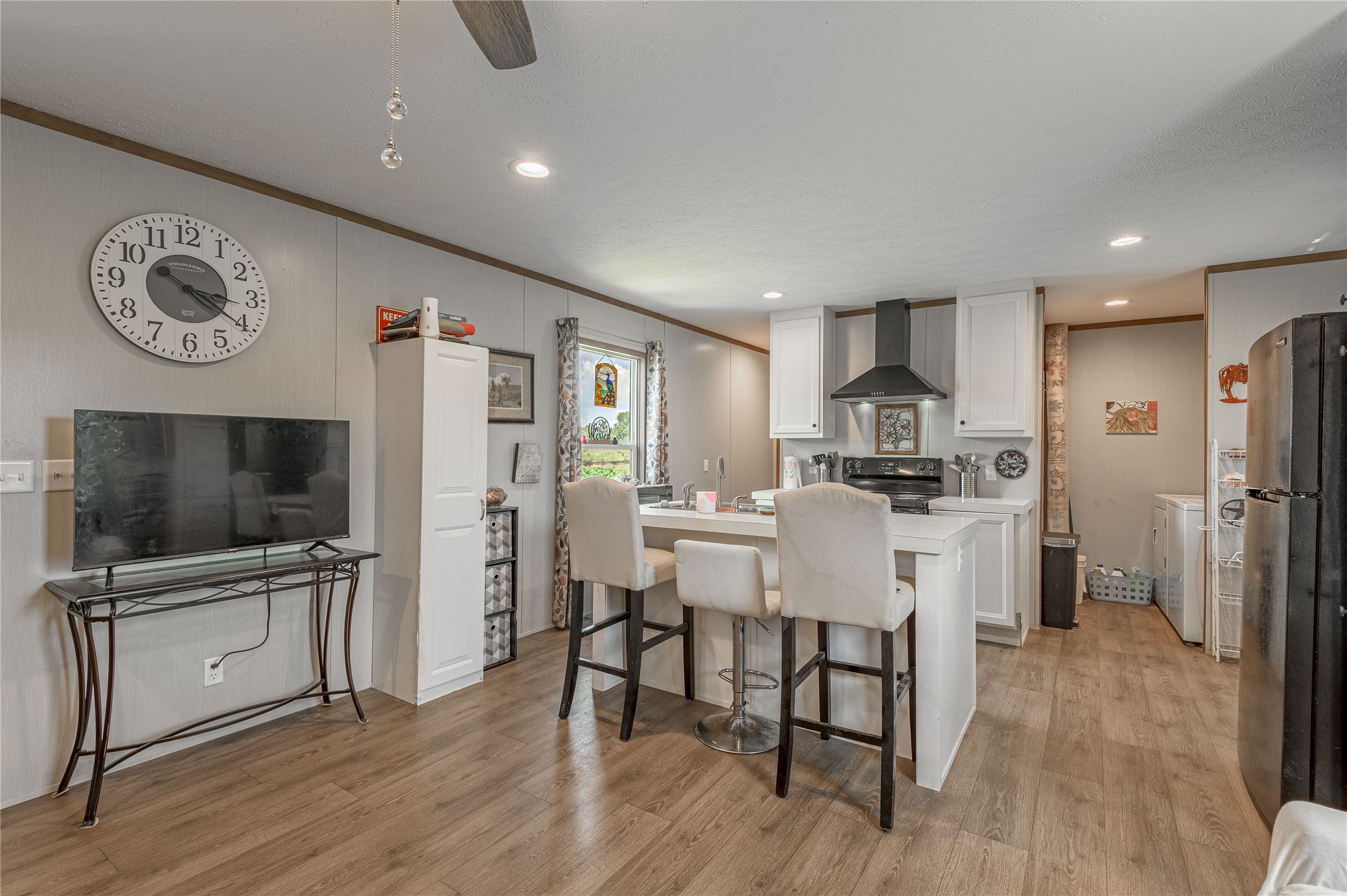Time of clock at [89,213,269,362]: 3:20
